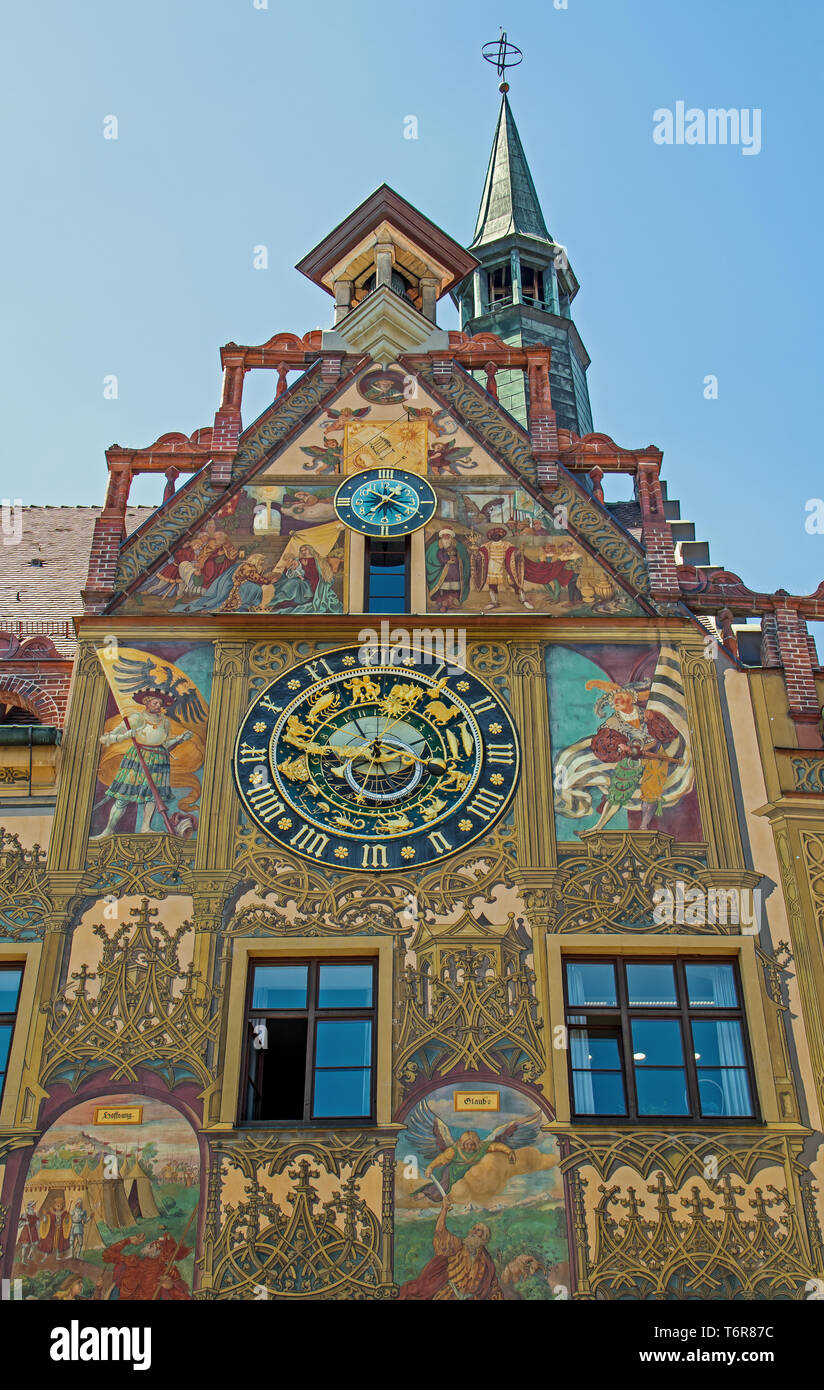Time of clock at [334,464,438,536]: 1:18
